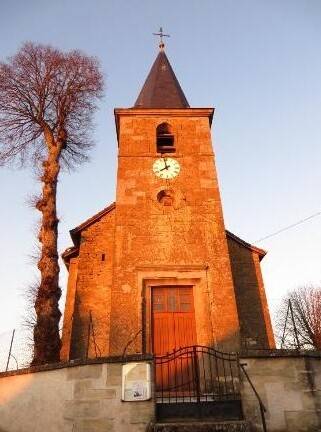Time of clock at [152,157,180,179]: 7:57
